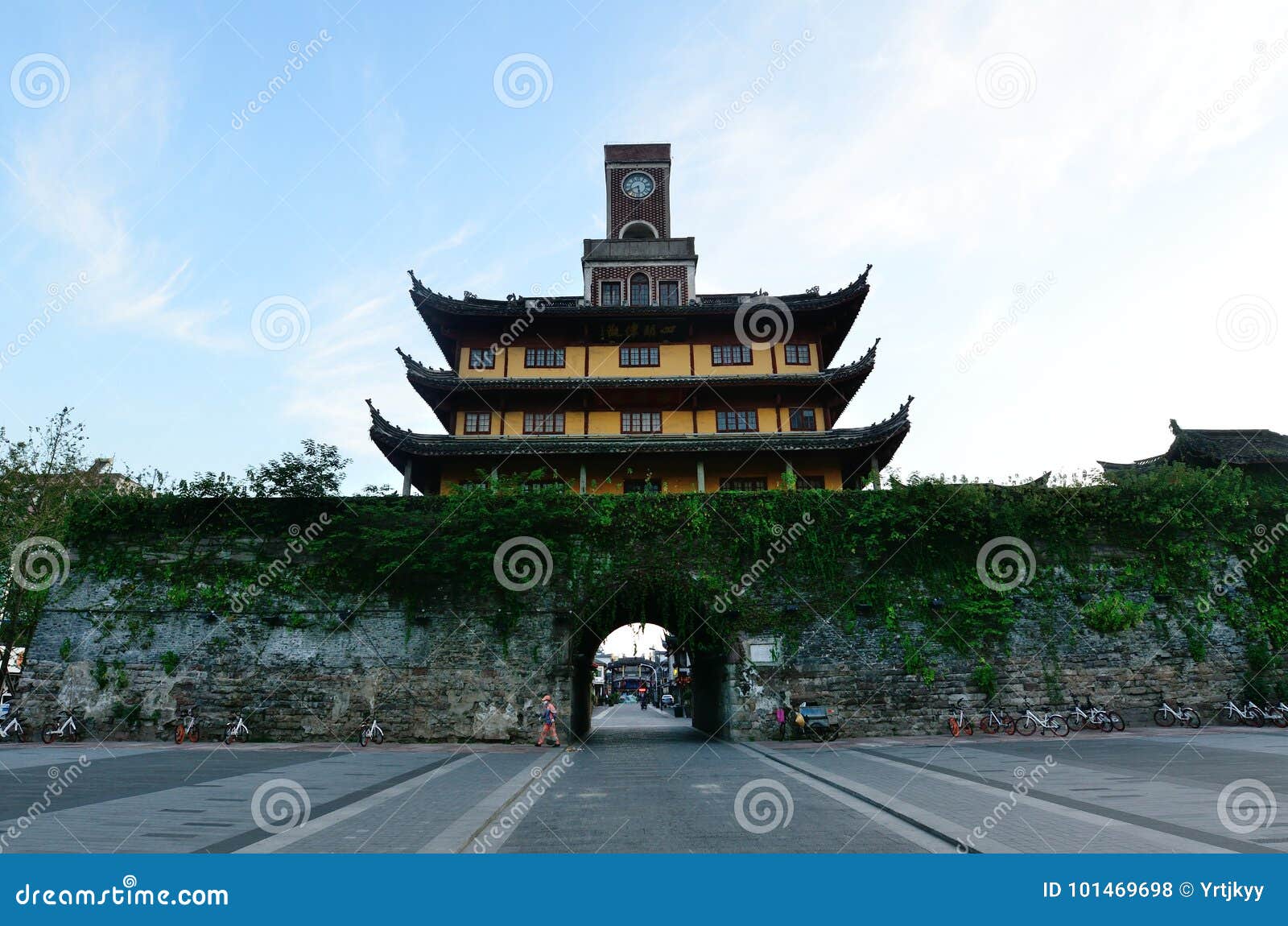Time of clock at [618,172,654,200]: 5:40
